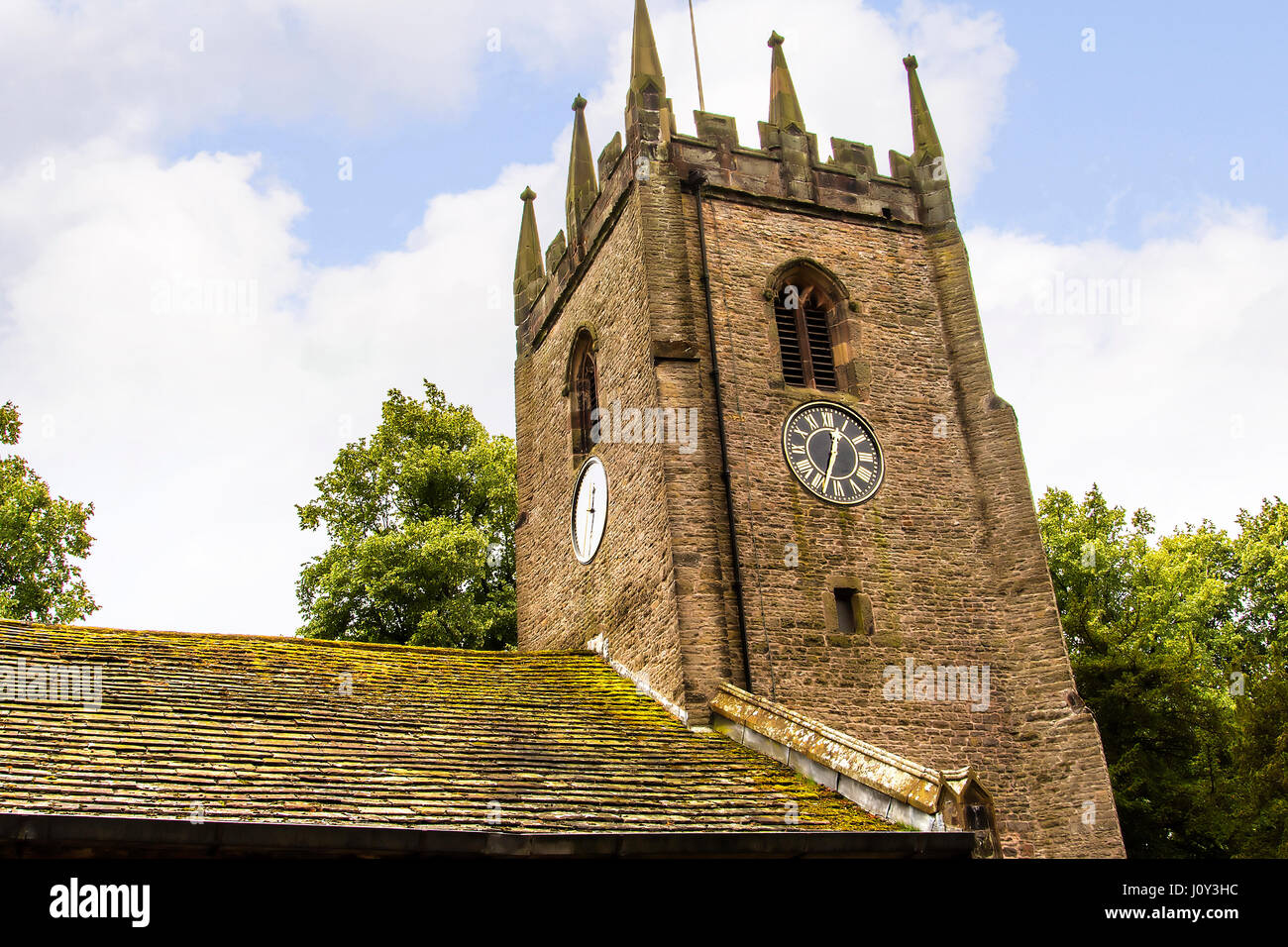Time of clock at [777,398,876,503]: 12:33
